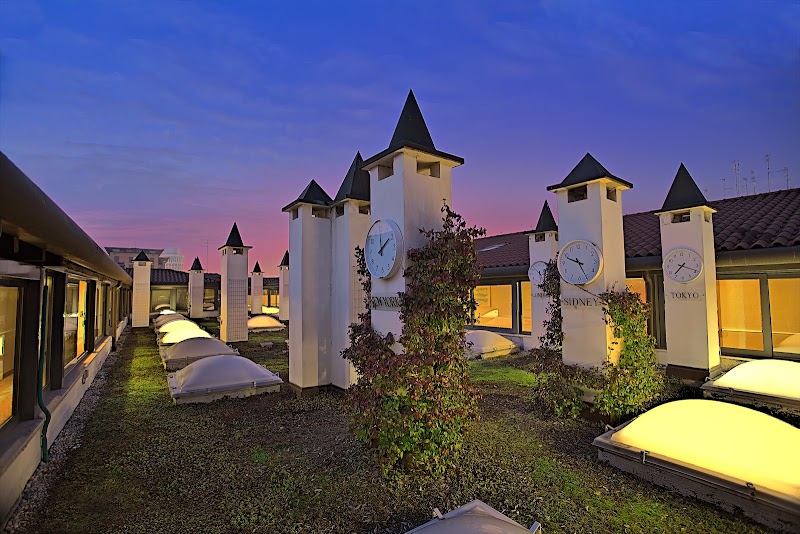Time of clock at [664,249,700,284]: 7:18
